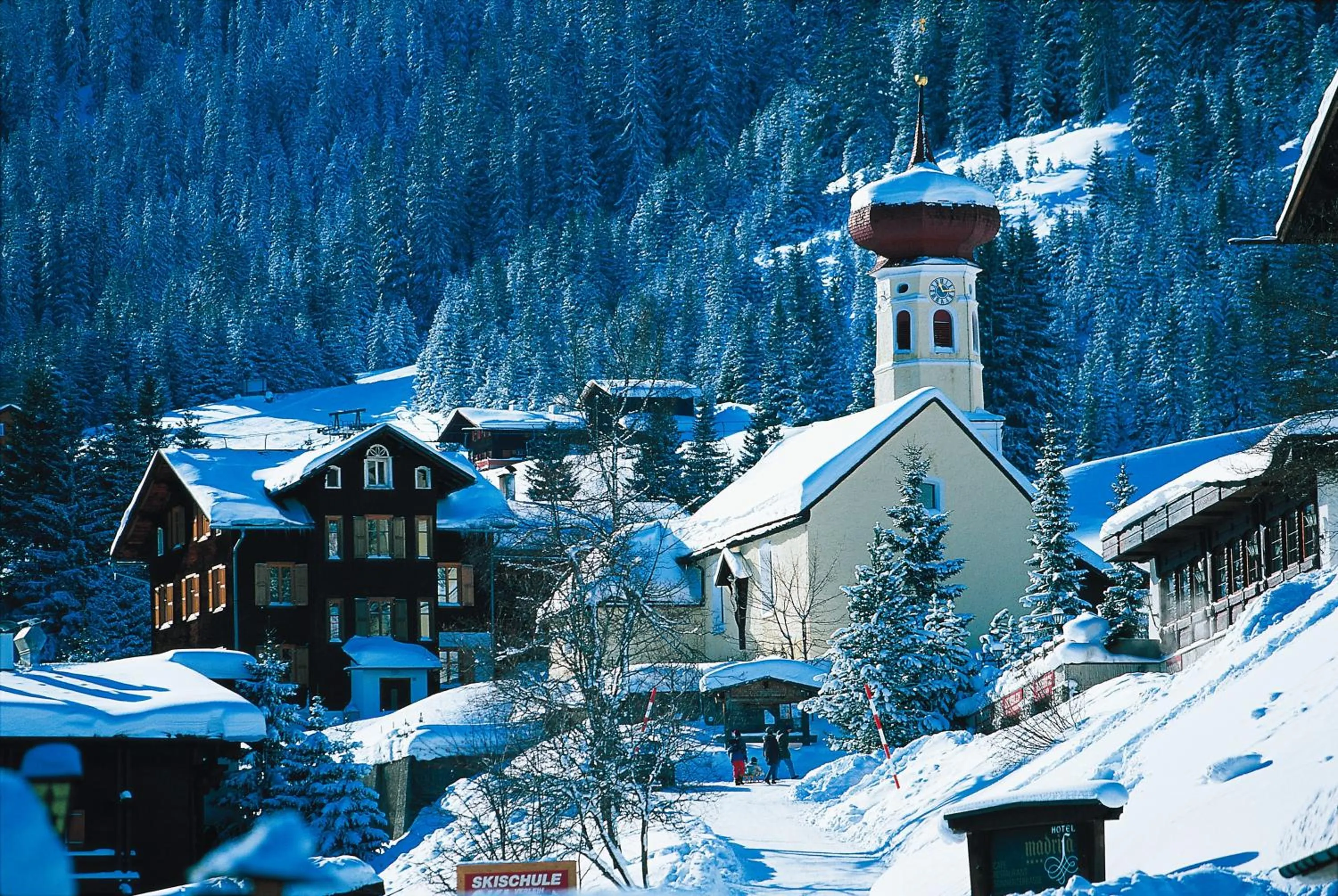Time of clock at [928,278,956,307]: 2:56
